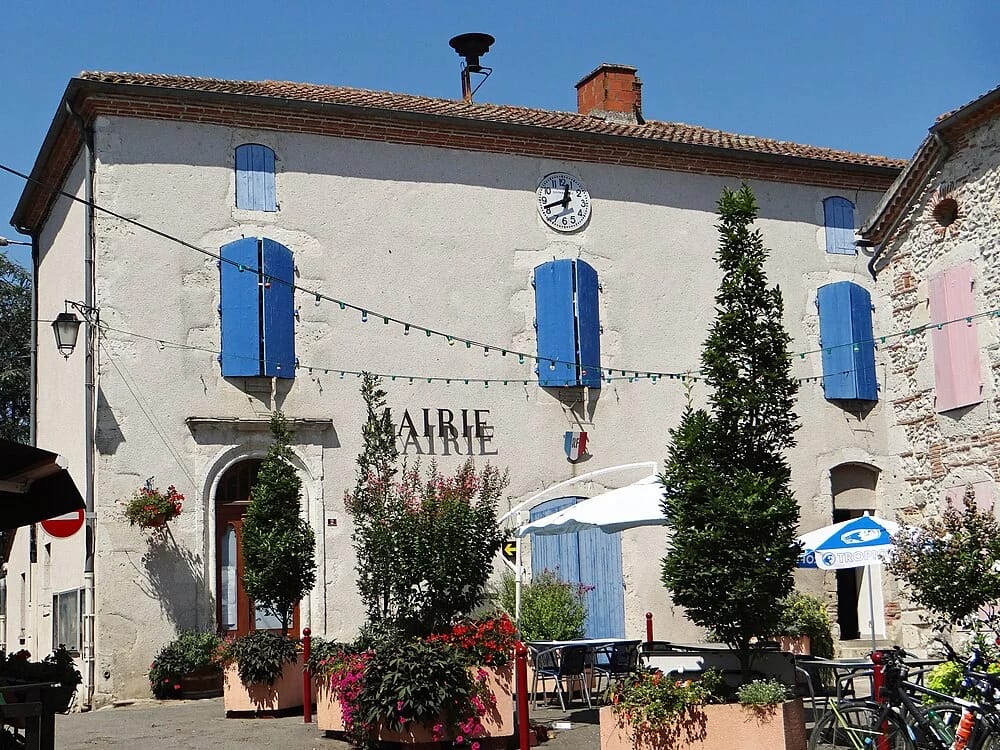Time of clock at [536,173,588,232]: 12:41
